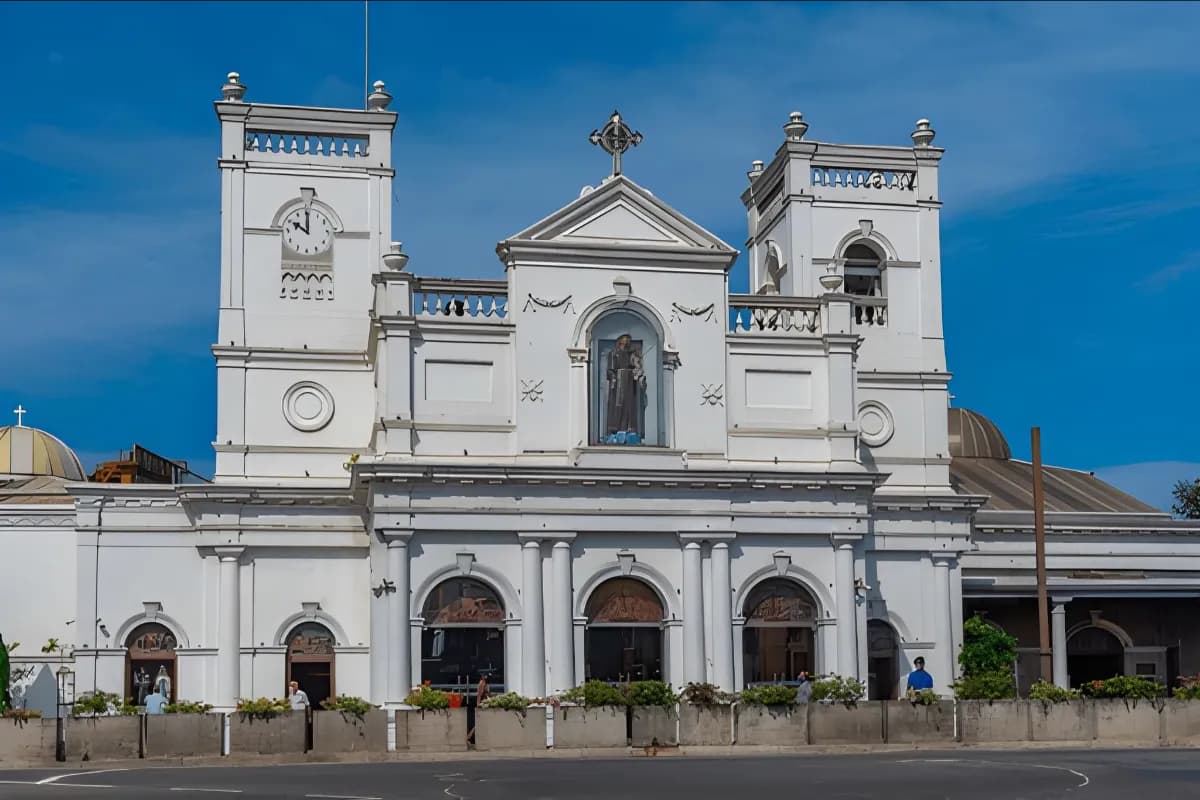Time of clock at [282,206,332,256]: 9:59
